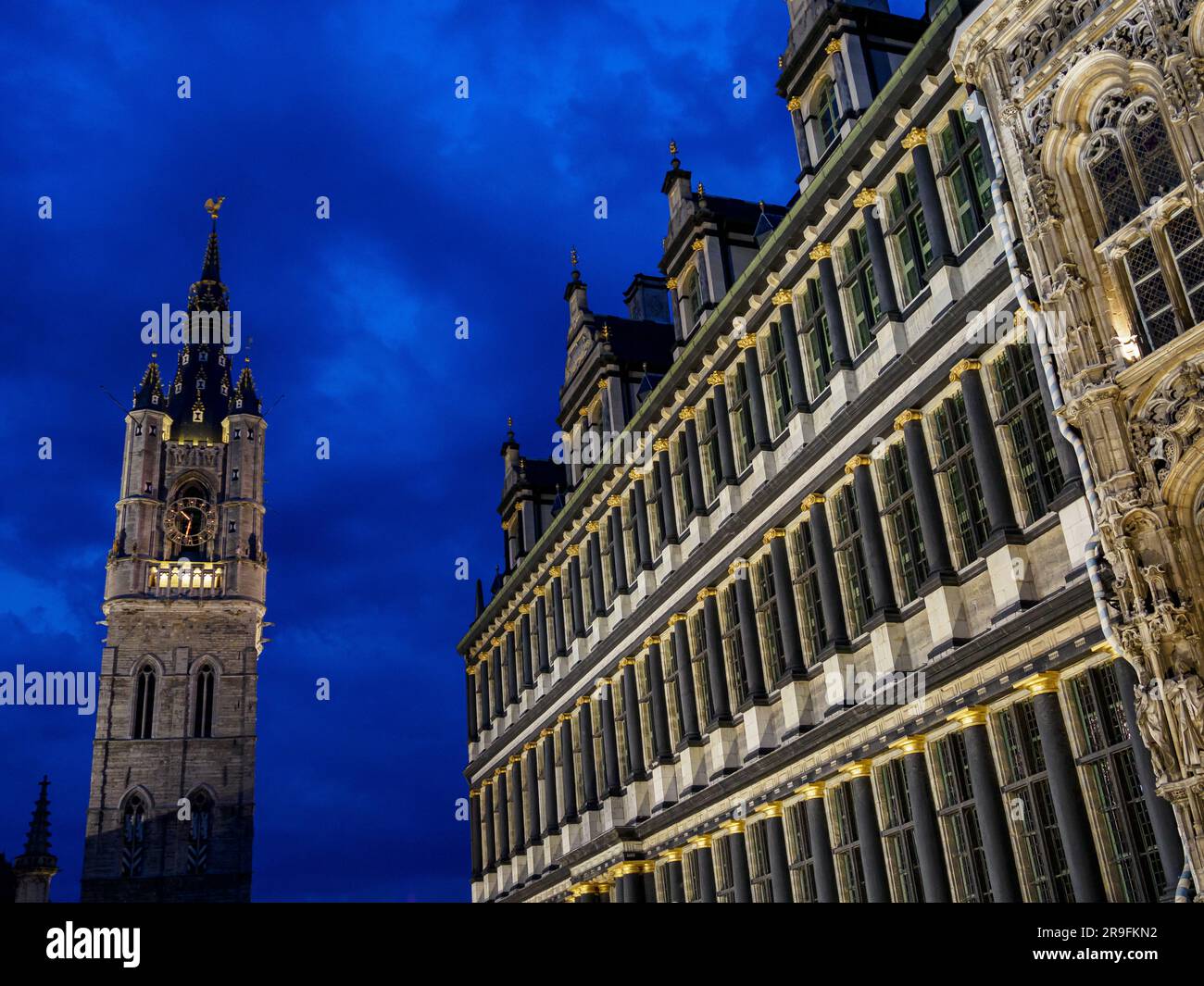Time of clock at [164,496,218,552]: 10:32
